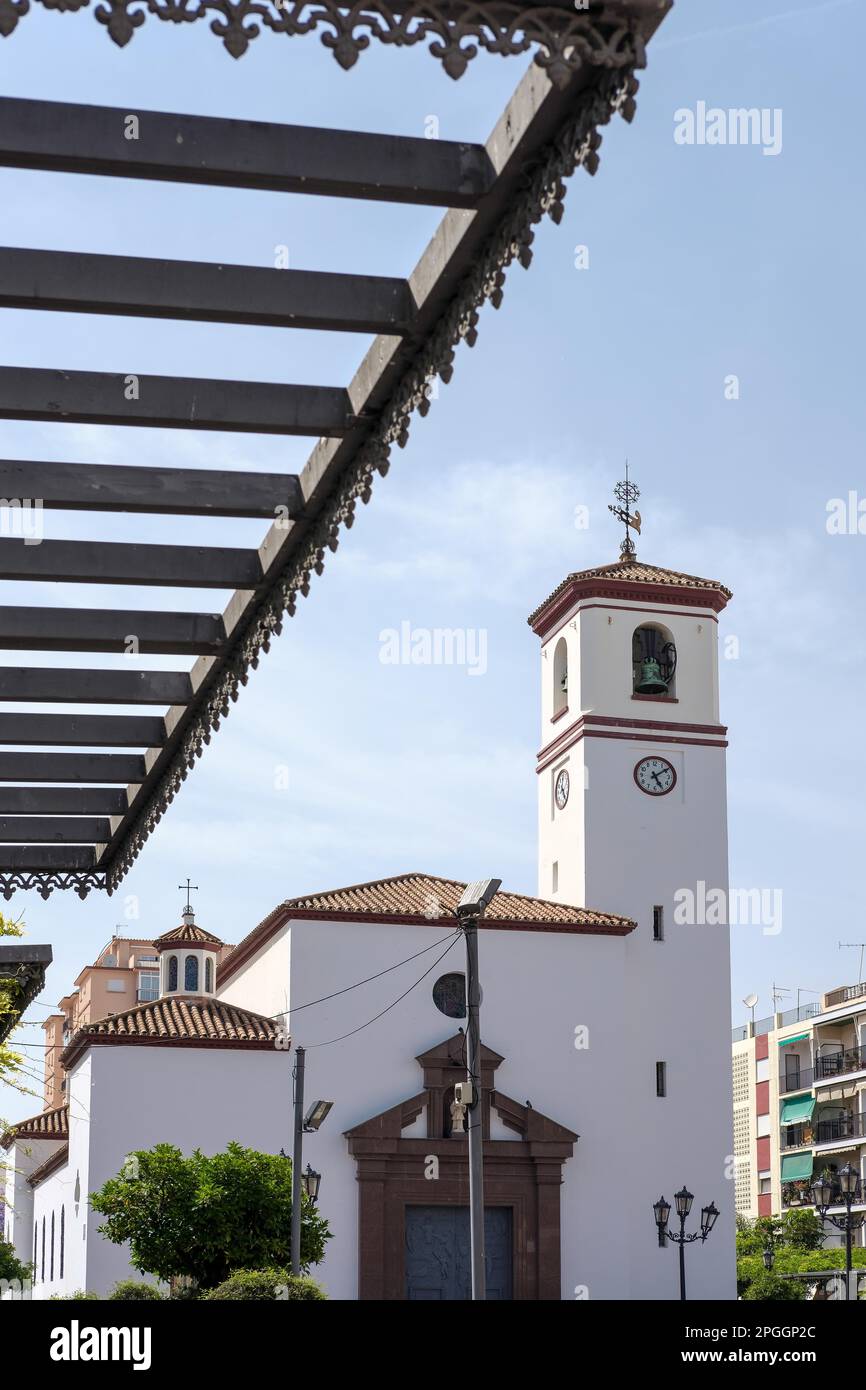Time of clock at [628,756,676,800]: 5:09
